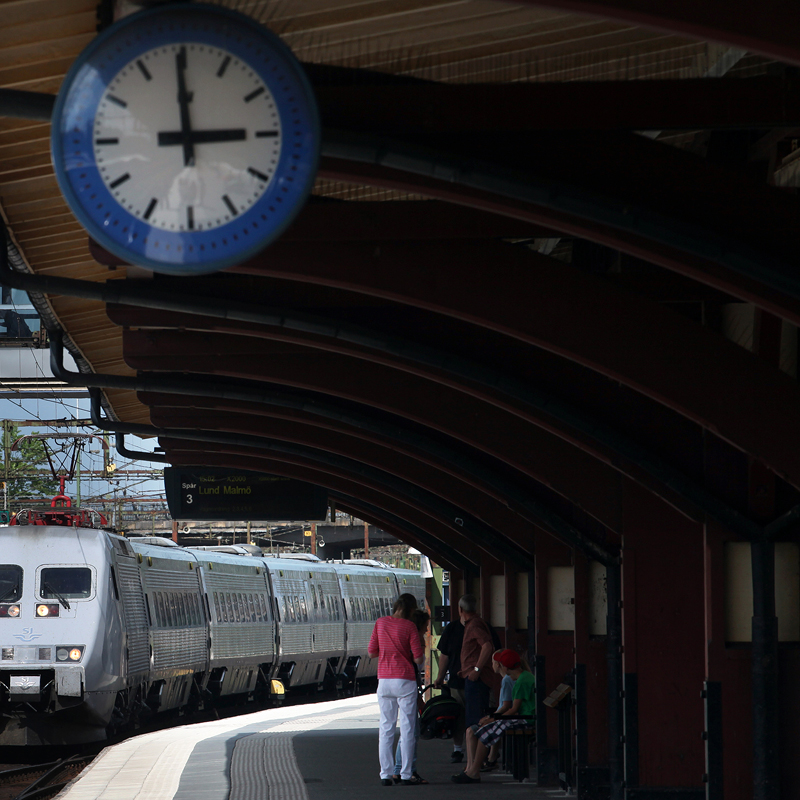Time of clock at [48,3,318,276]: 2:59
